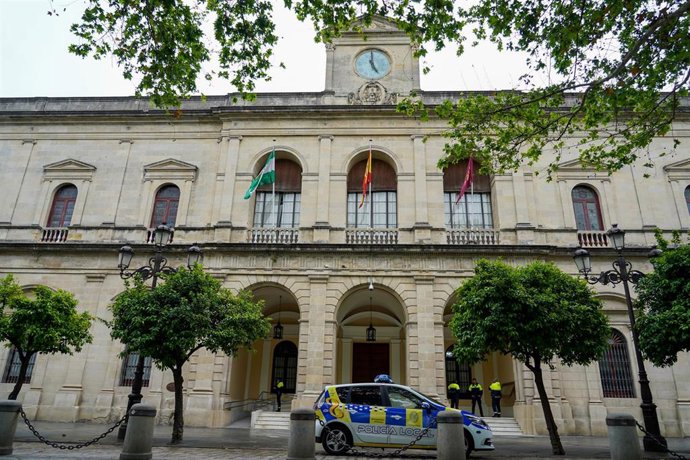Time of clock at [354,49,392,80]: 4:59
